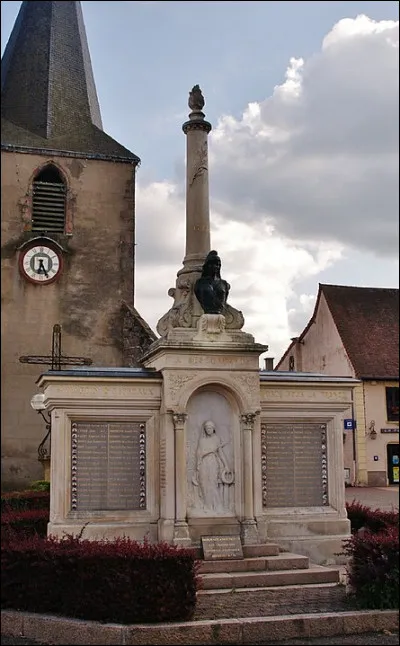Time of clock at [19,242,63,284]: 6:25
